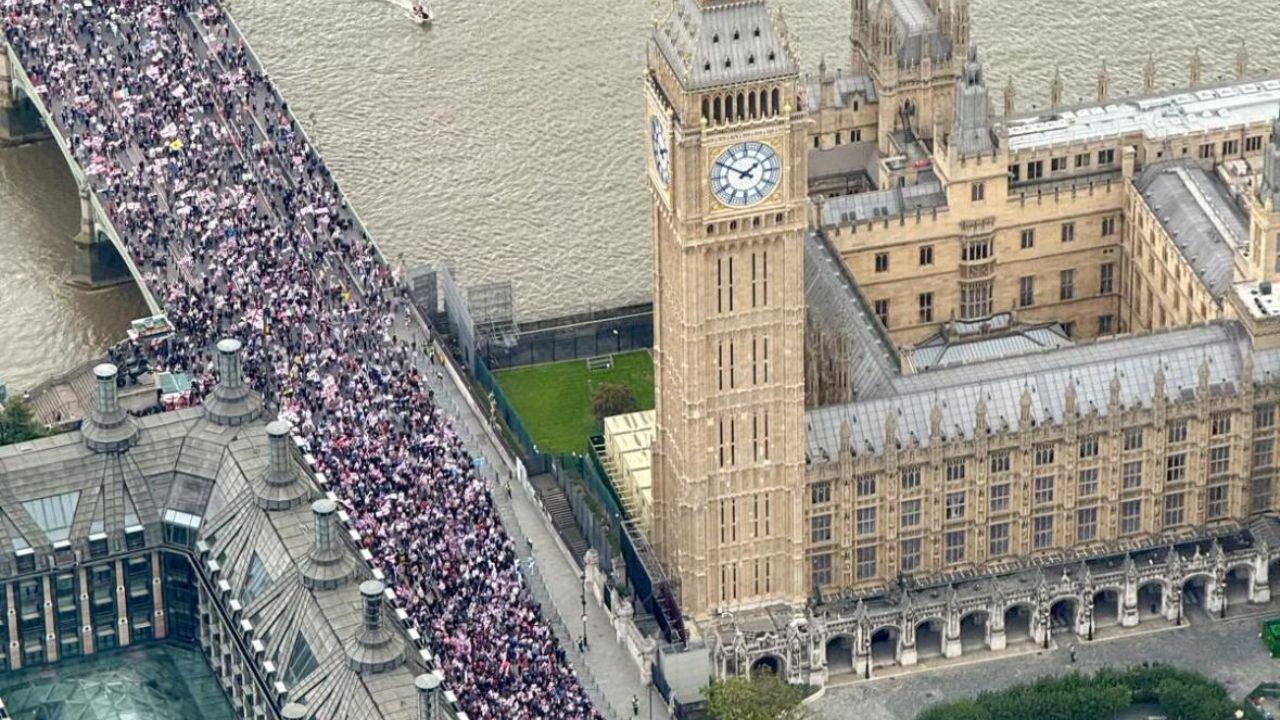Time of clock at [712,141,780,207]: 1:50
